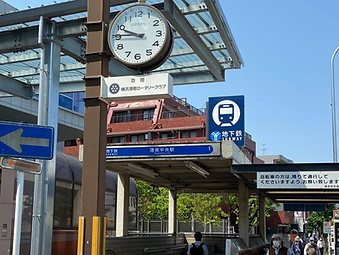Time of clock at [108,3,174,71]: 9:45
